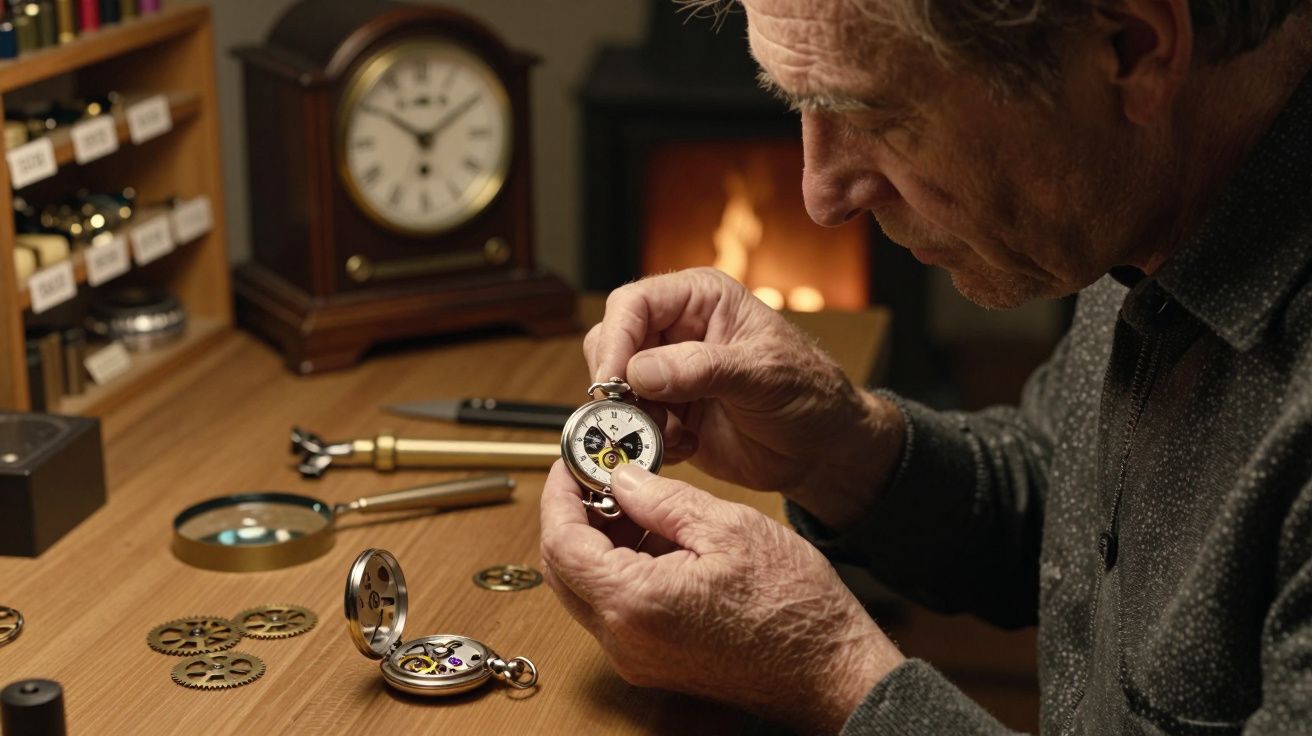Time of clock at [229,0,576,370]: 1:50
